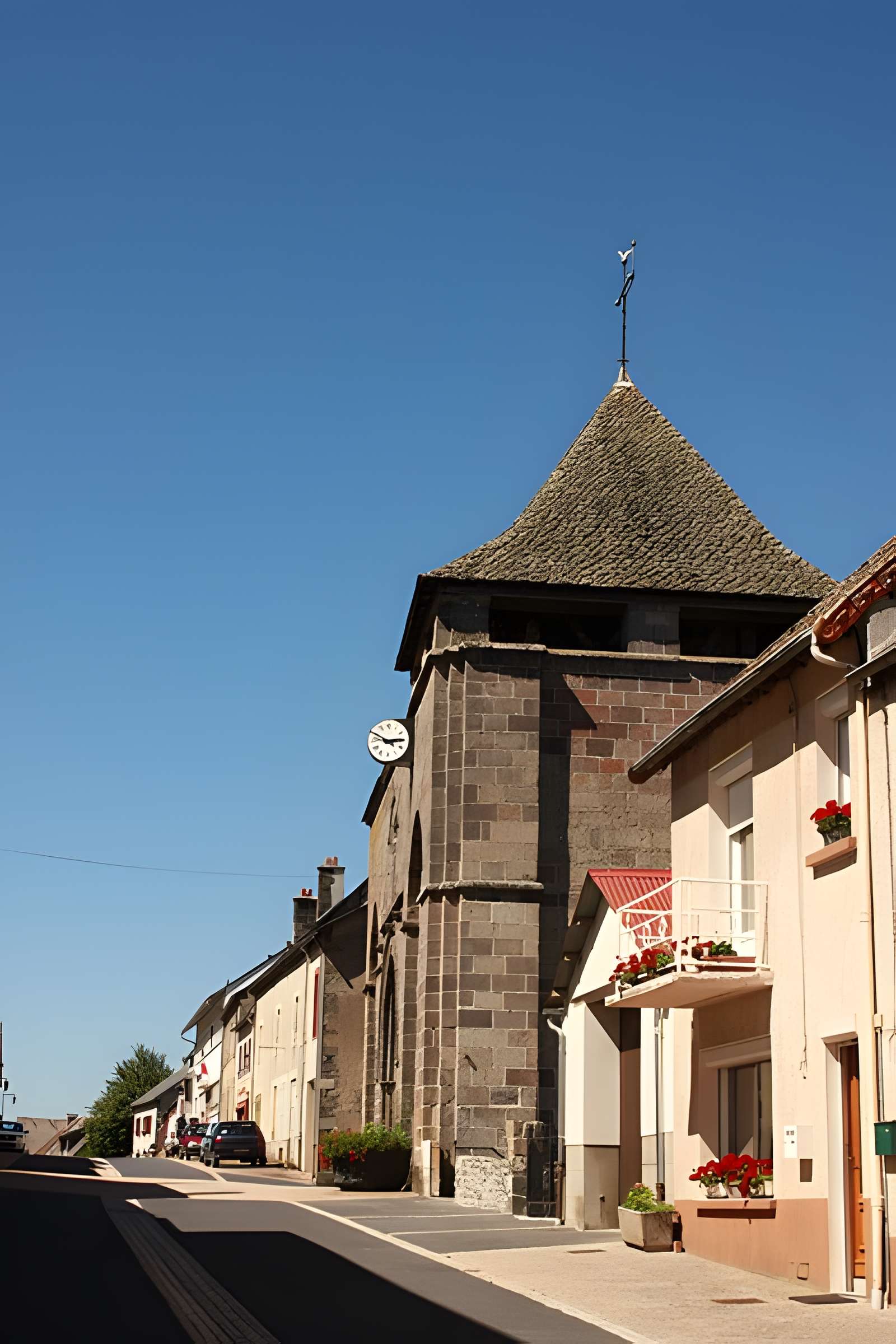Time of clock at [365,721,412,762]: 2:49
